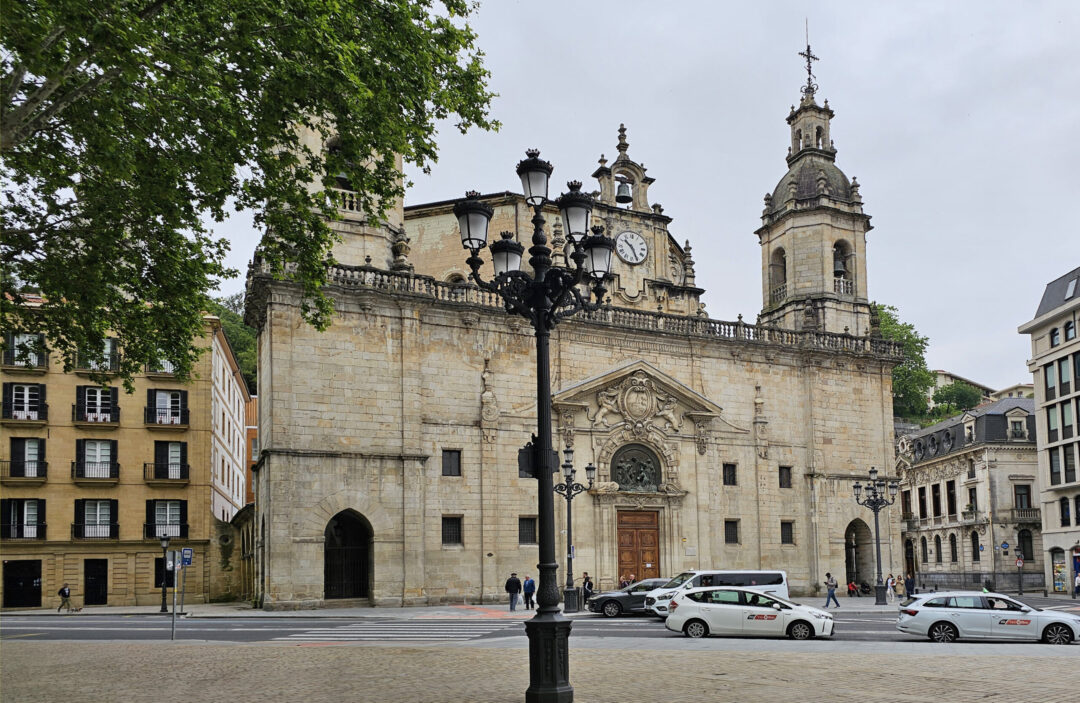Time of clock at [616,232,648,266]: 10:26
